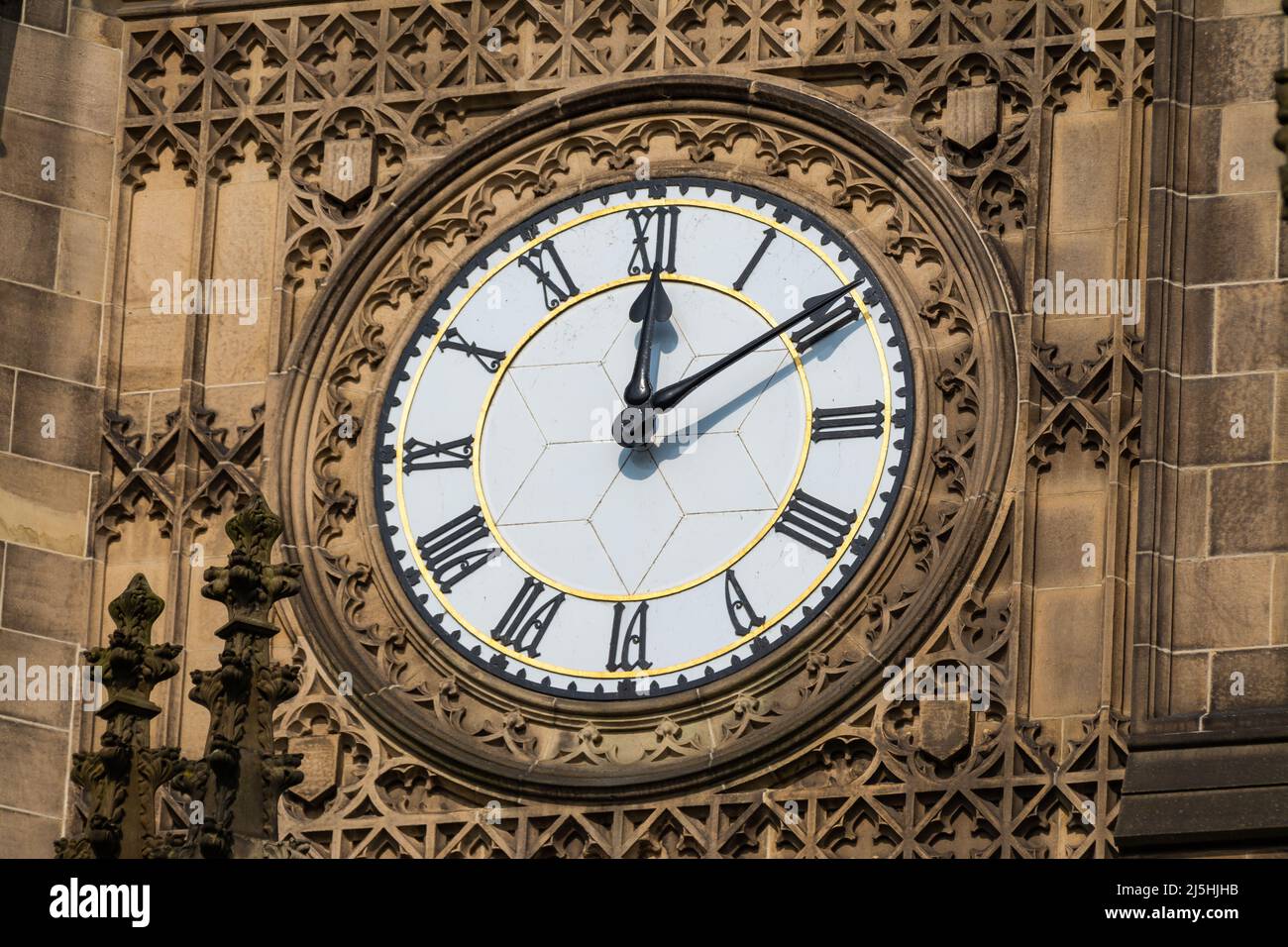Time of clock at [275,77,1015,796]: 12:09
